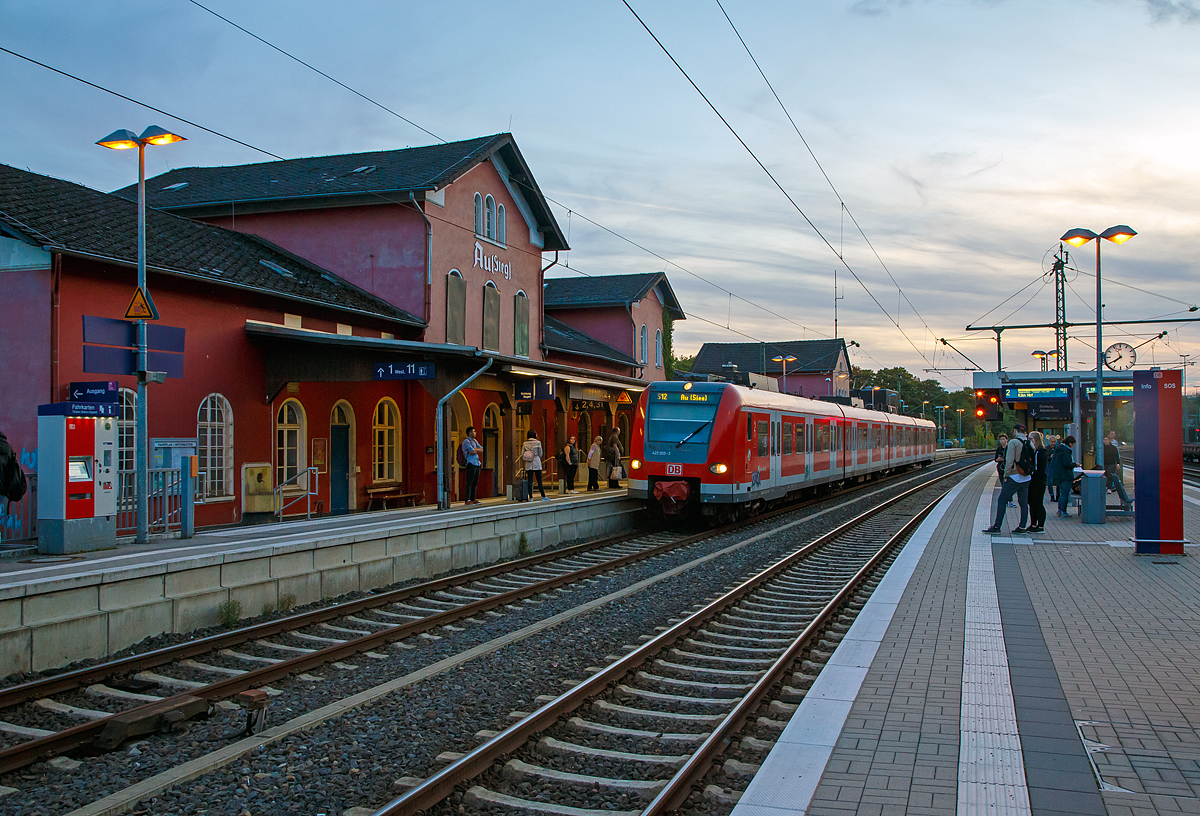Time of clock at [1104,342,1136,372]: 7:39
